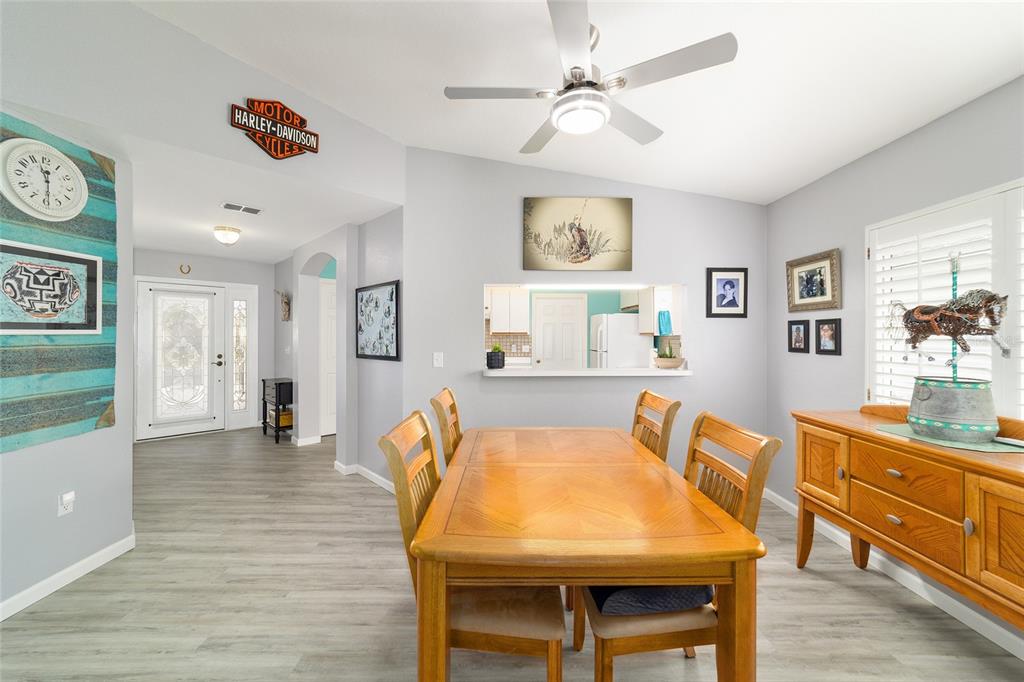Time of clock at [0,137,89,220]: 11:29
